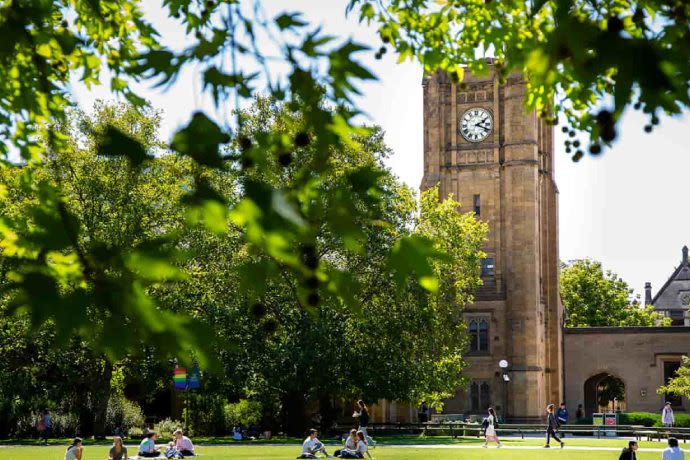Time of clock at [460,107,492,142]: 2:18
